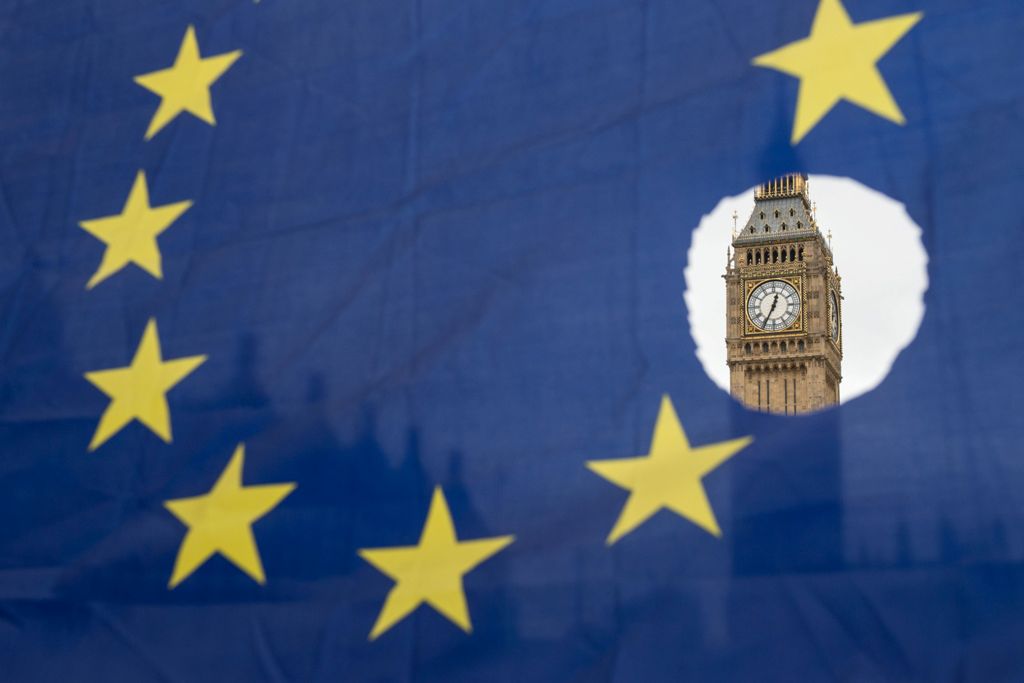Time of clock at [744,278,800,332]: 12:34
